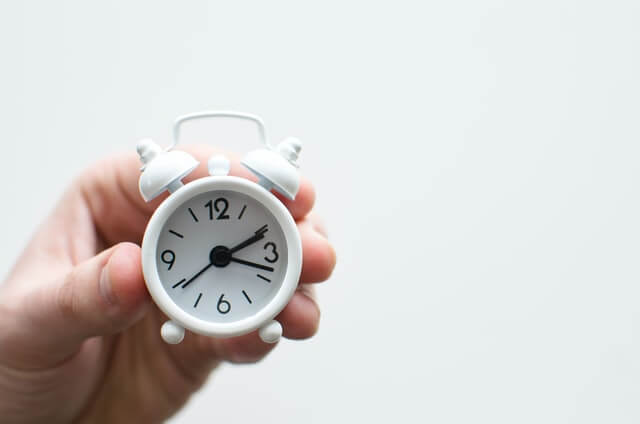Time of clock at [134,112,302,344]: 2:18
